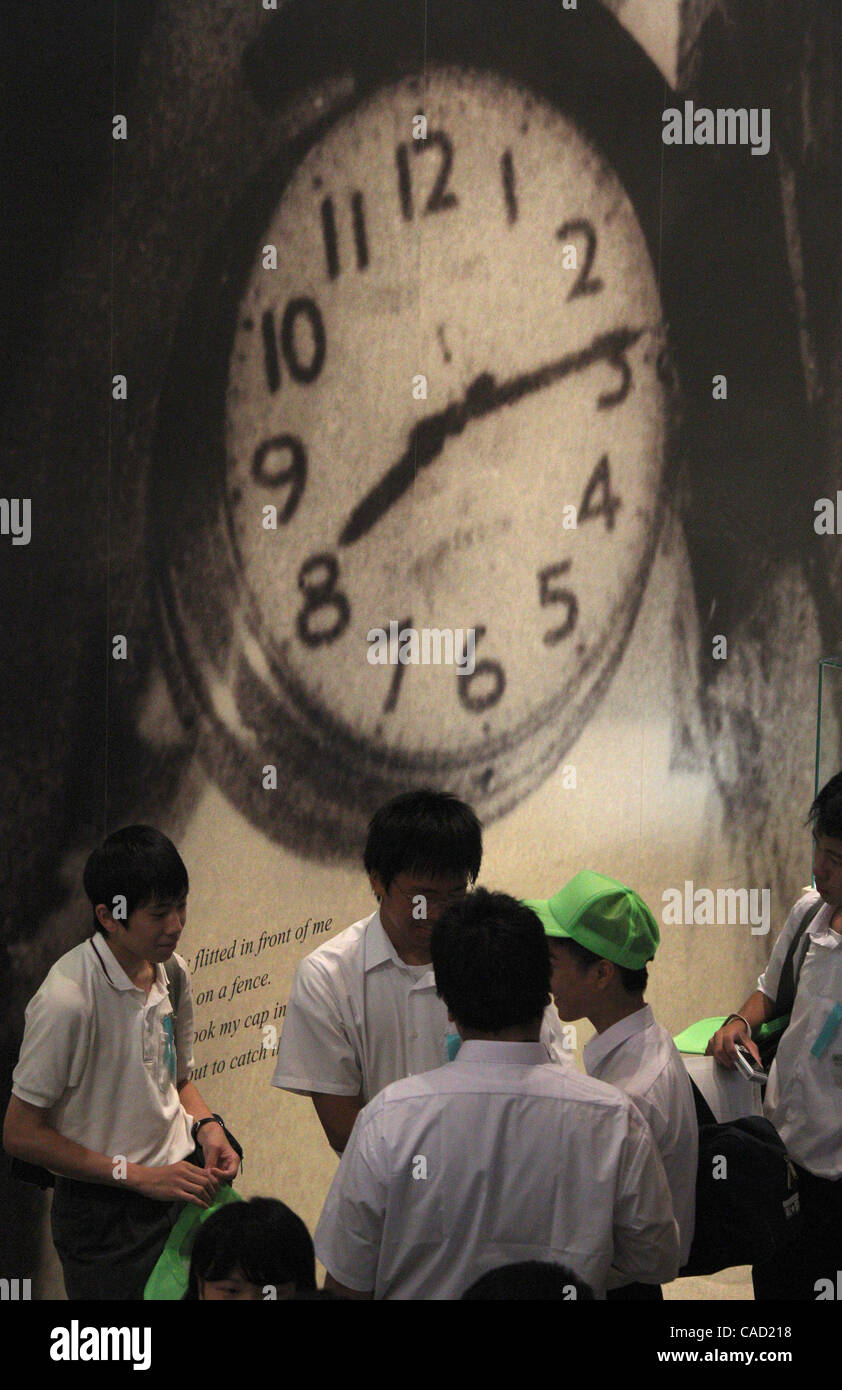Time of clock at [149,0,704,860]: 8:14
